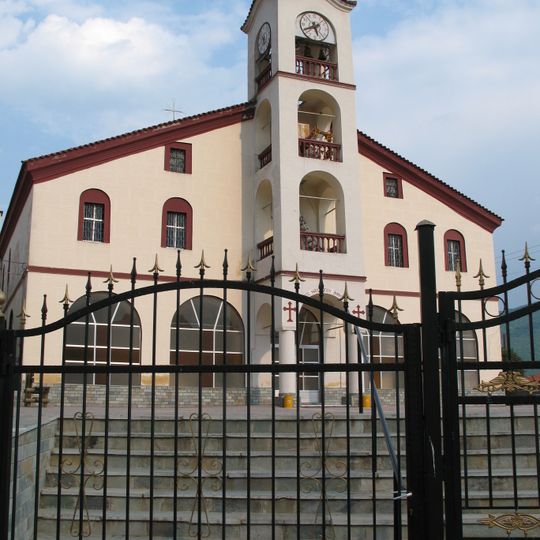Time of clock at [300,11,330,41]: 5:40
